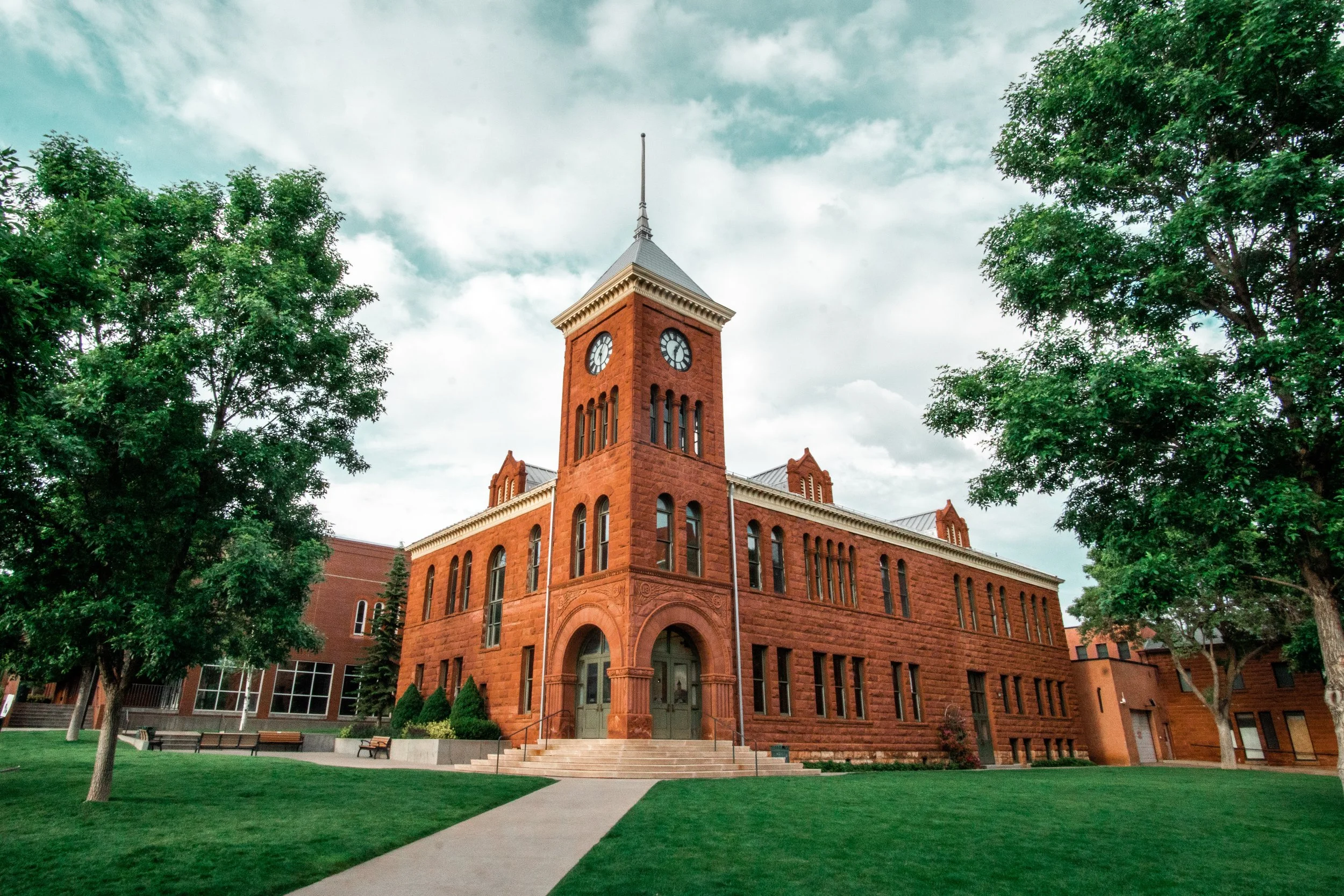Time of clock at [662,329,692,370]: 6:05
